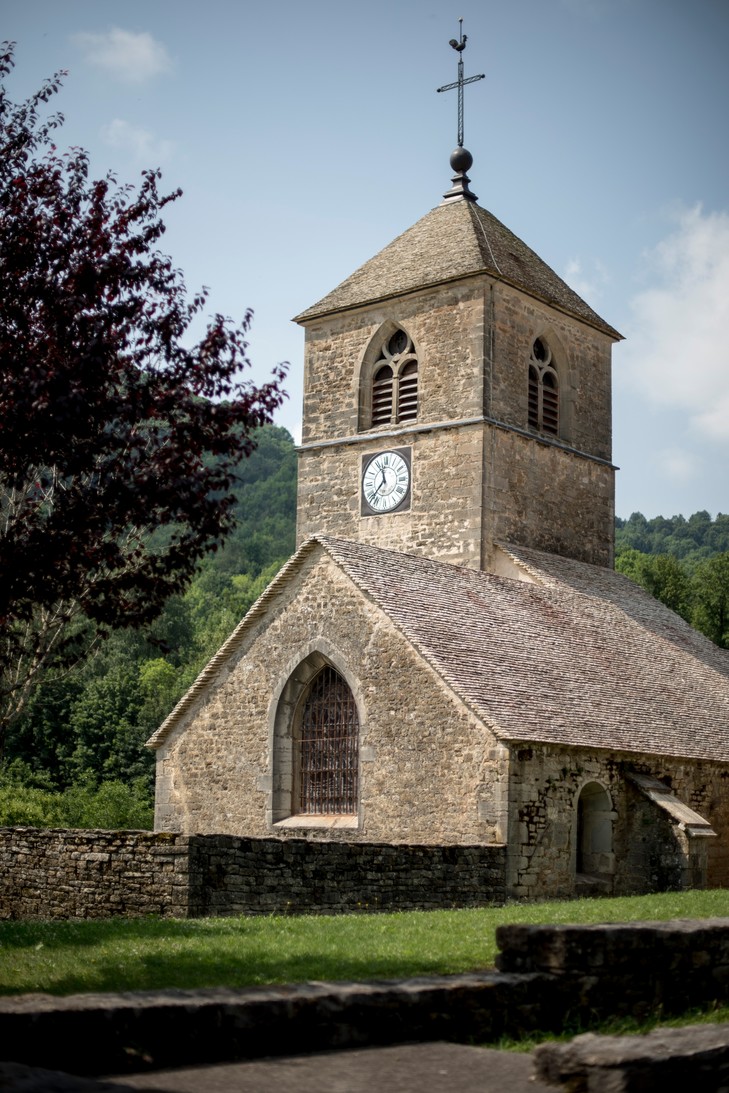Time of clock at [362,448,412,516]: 11:37
